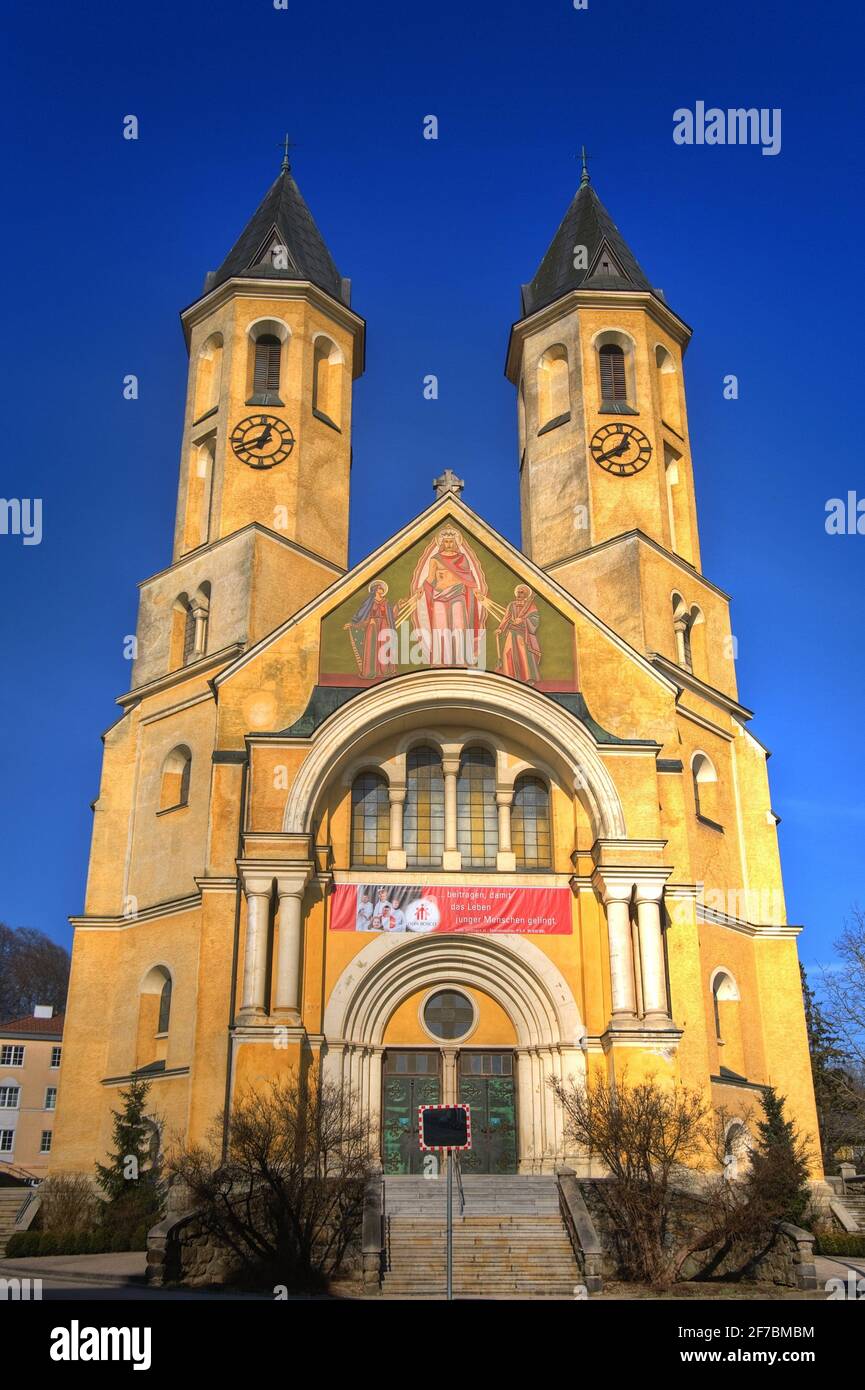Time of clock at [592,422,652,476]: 12:40
